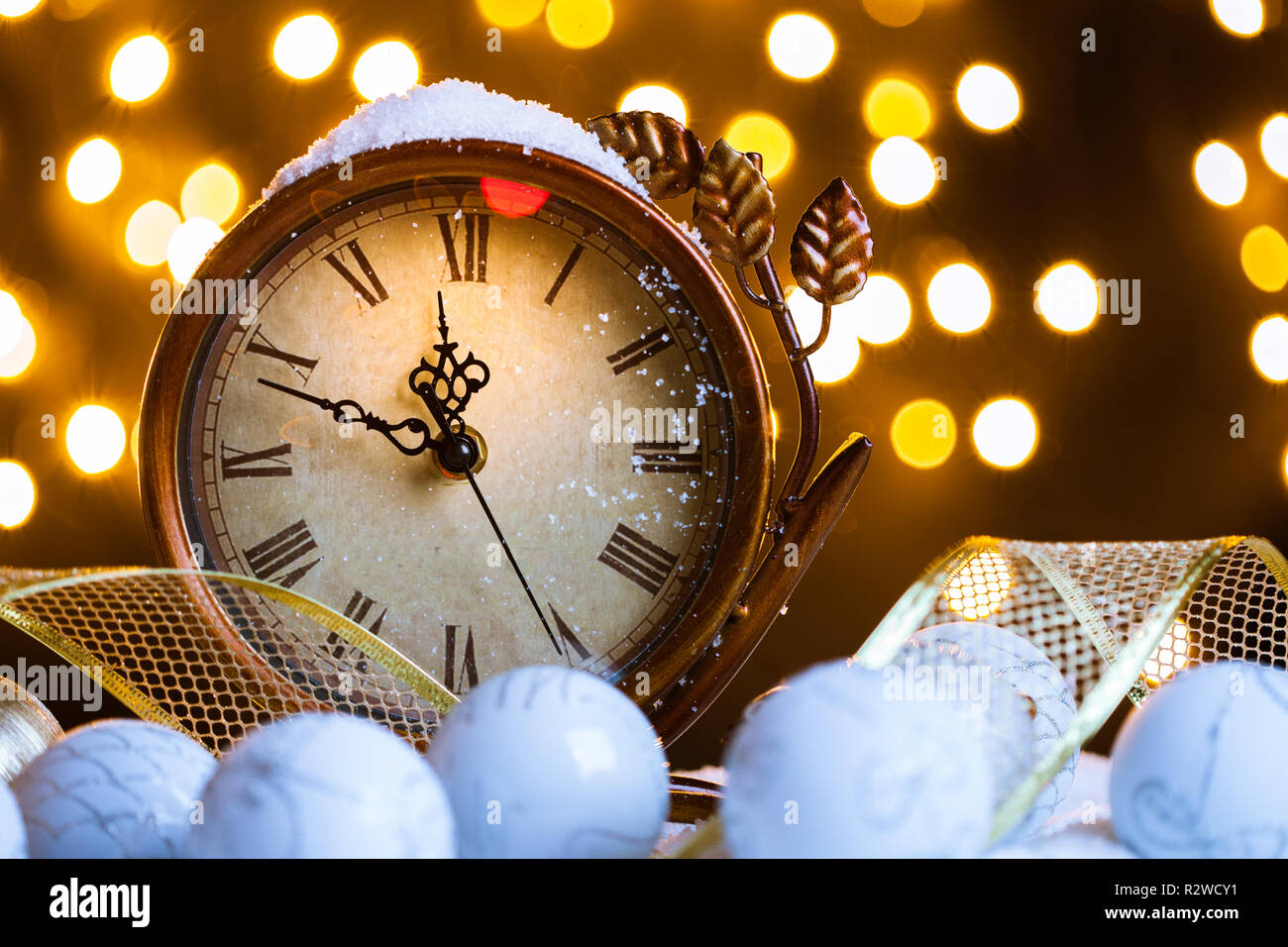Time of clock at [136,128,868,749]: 11:48
